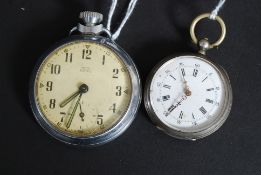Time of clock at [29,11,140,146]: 7:32
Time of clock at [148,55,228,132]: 6:54
